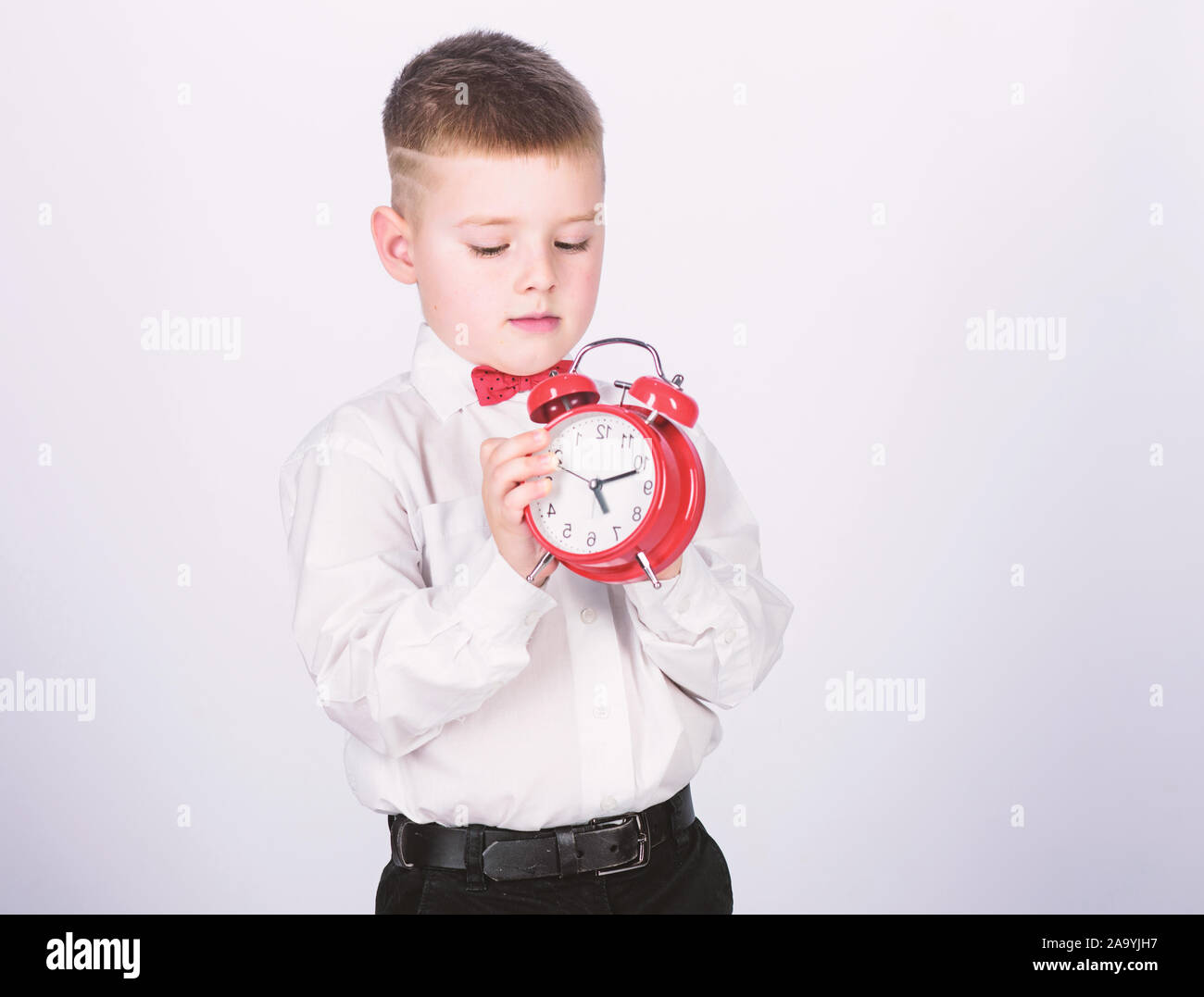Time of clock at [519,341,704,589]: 5:11
